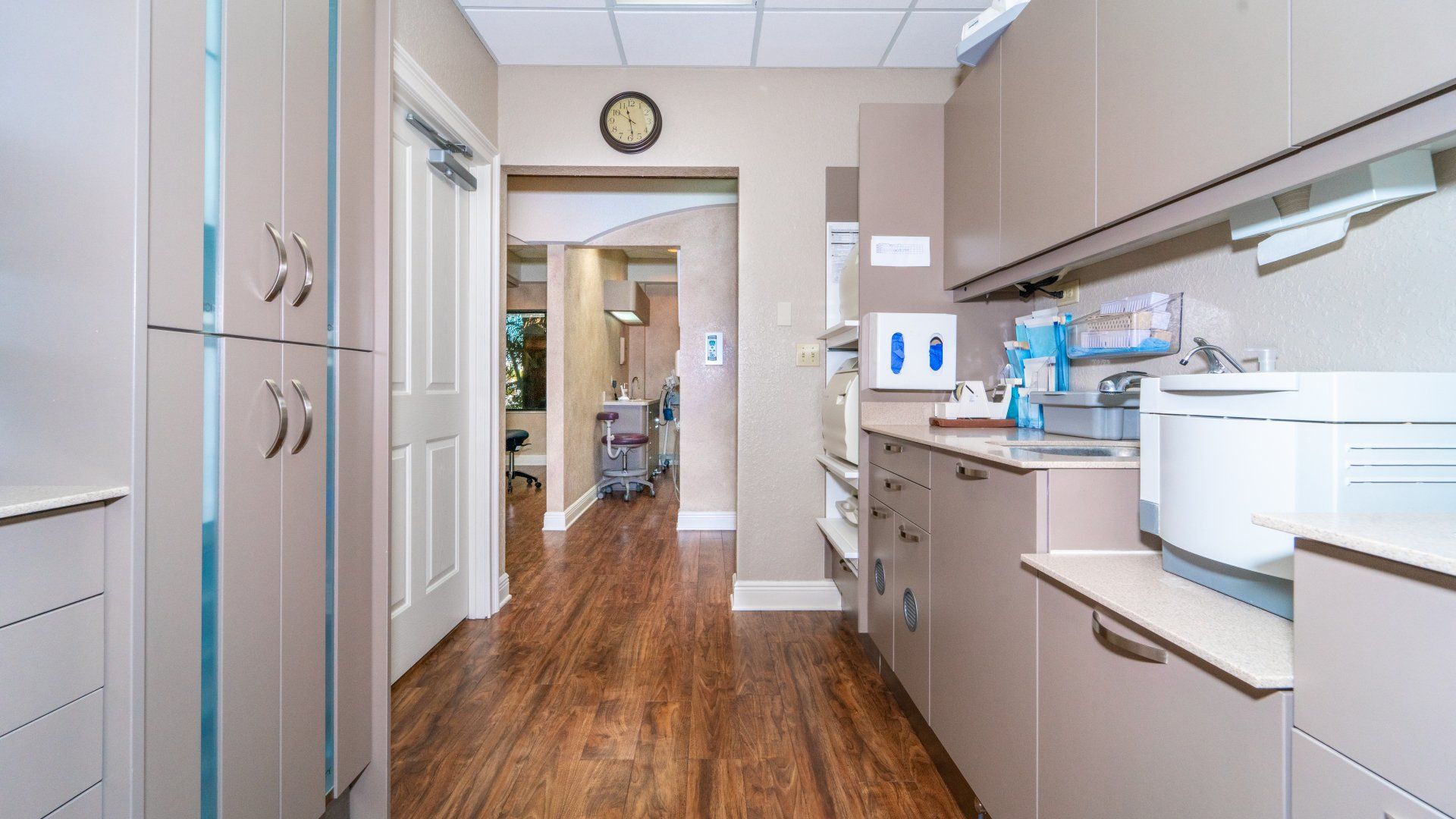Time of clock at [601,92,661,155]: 11:28
